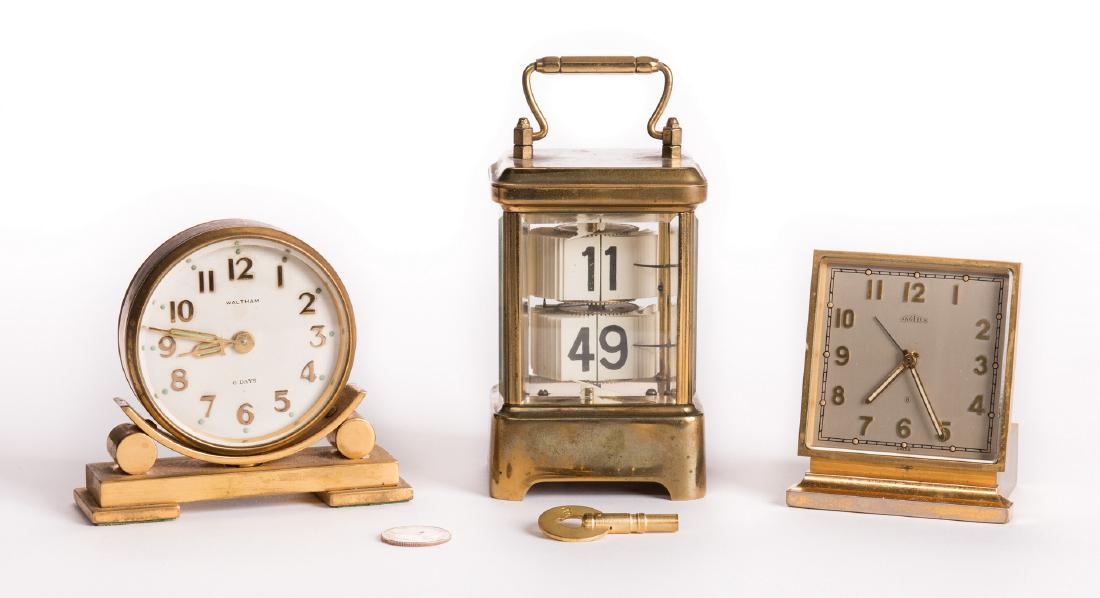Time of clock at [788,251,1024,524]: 7:25
